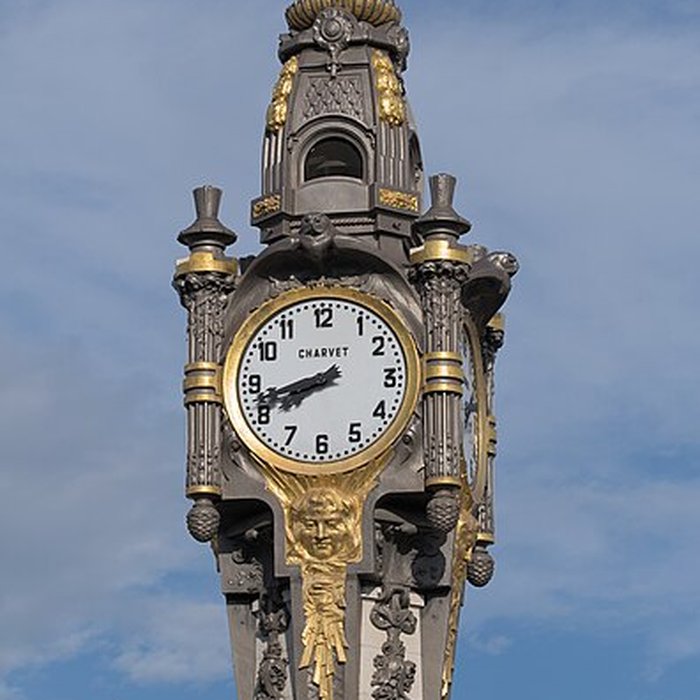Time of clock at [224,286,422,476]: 7:42
